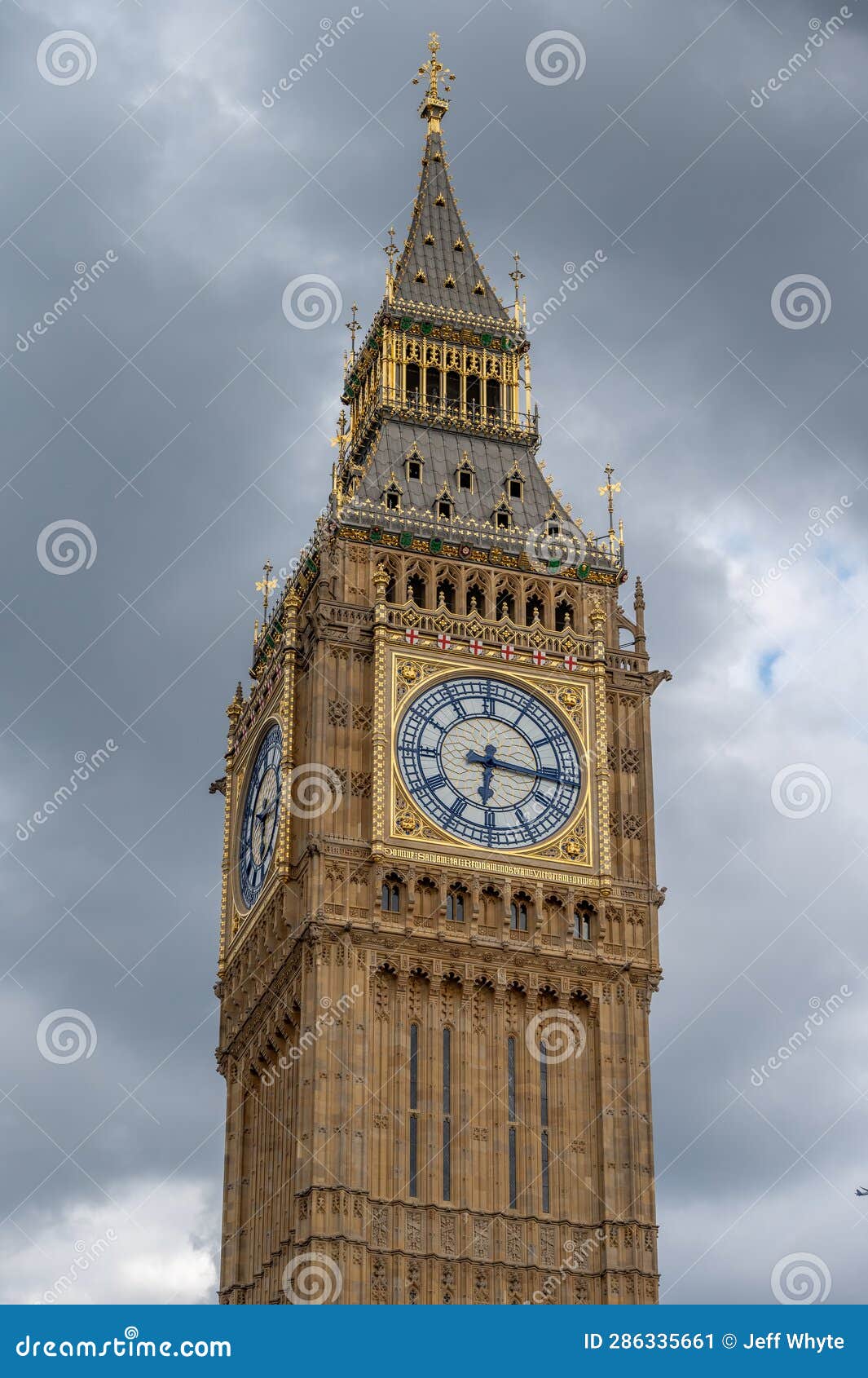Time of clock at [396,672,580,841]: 6:16
